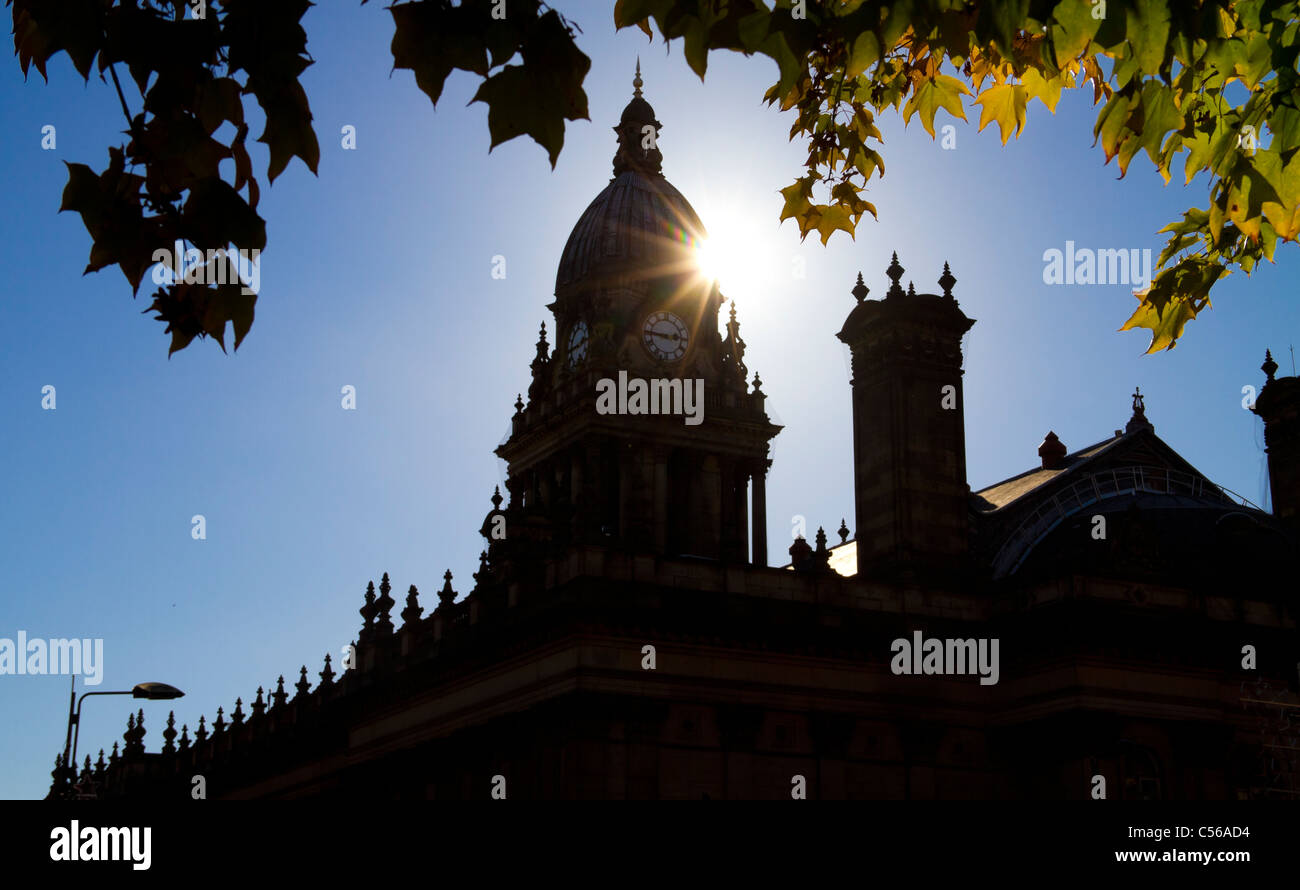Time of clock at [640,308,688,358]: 2:46
